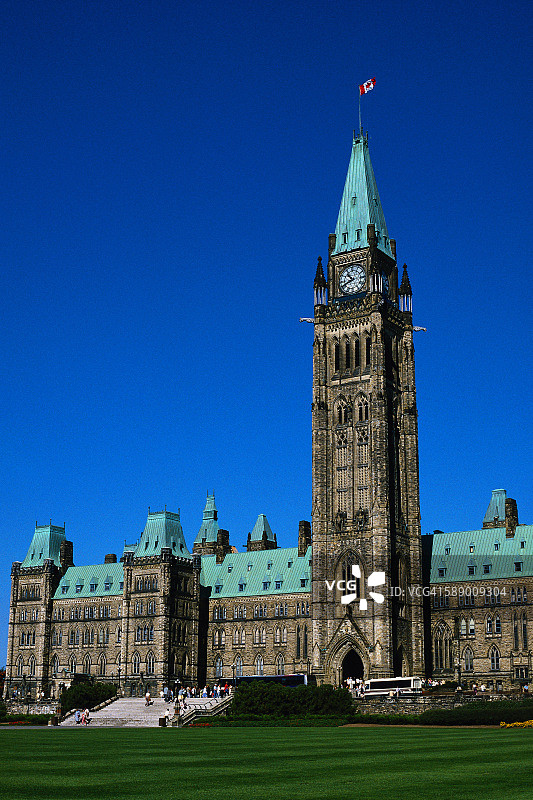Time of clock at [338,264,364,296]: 10:41
